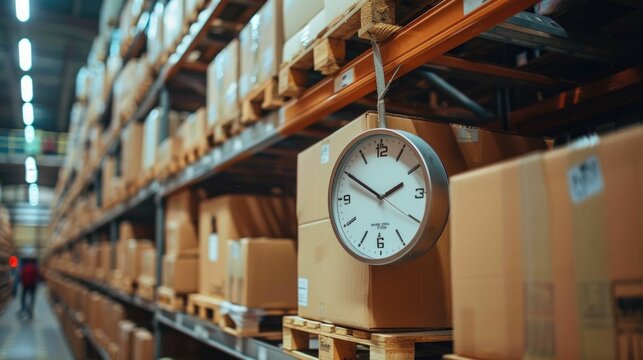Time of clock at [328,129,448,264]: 1:50
